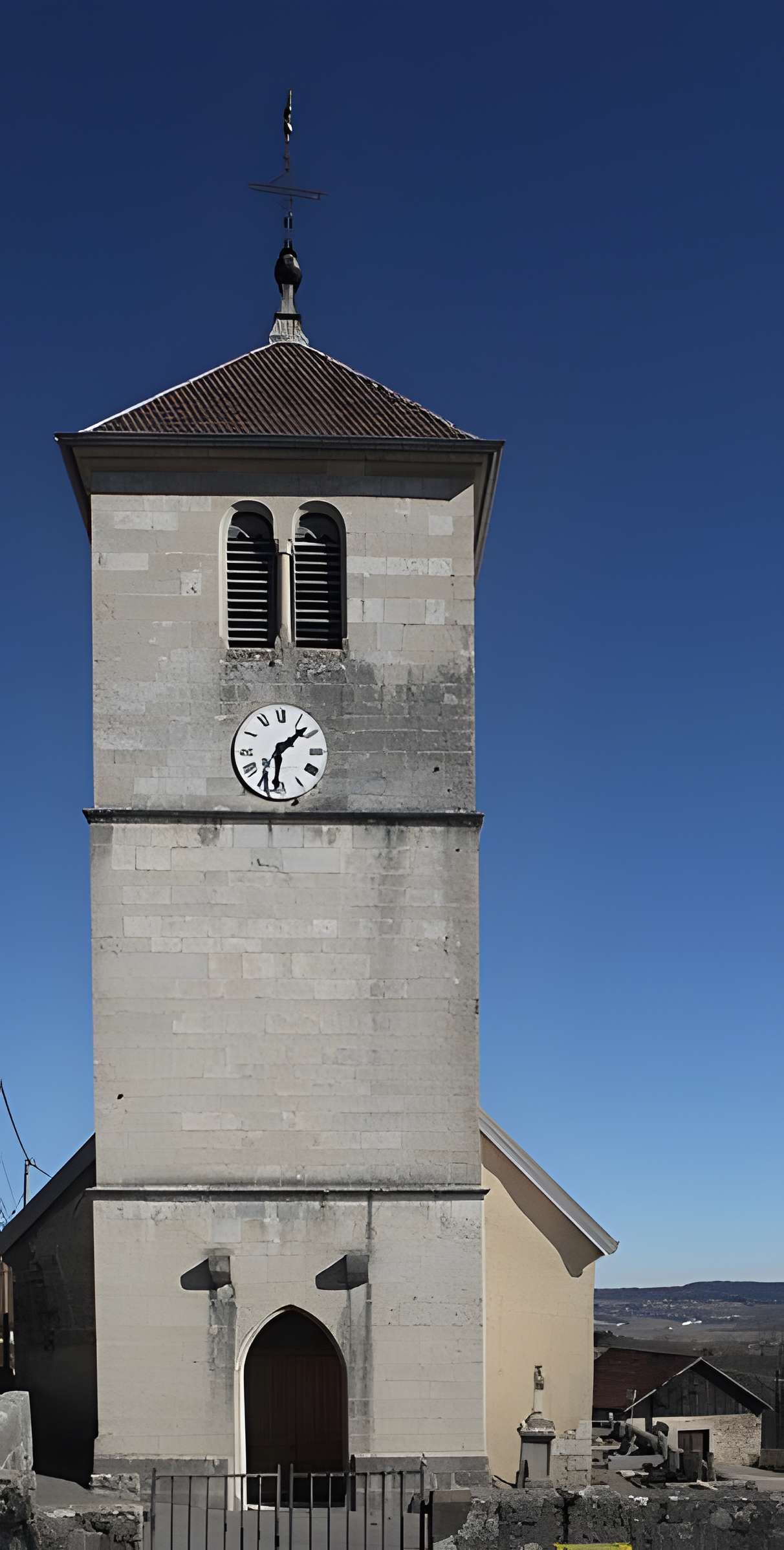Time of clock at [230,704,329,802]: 1:31
